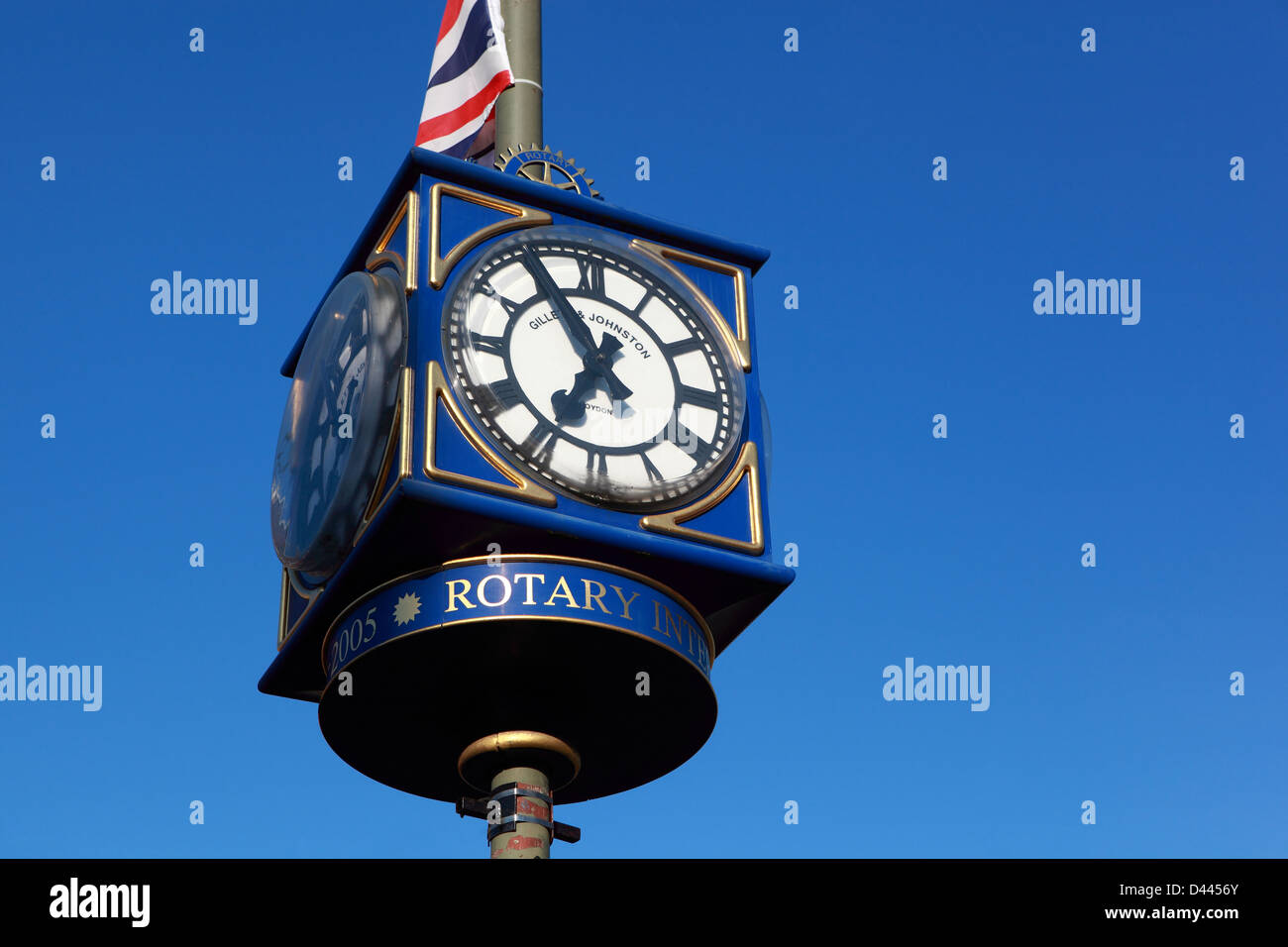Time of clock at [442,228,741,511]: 6:54
